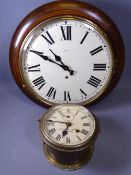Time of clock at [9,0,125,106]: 10:49
